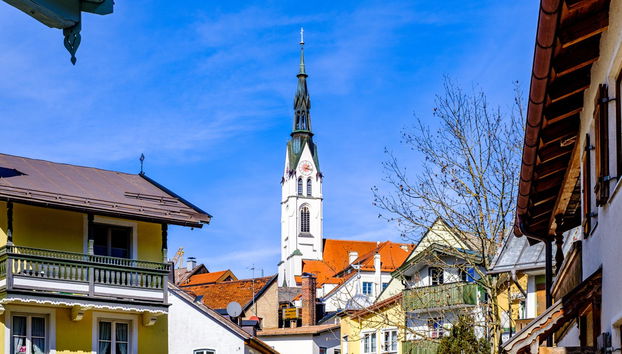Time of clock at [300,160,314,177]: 1:17
